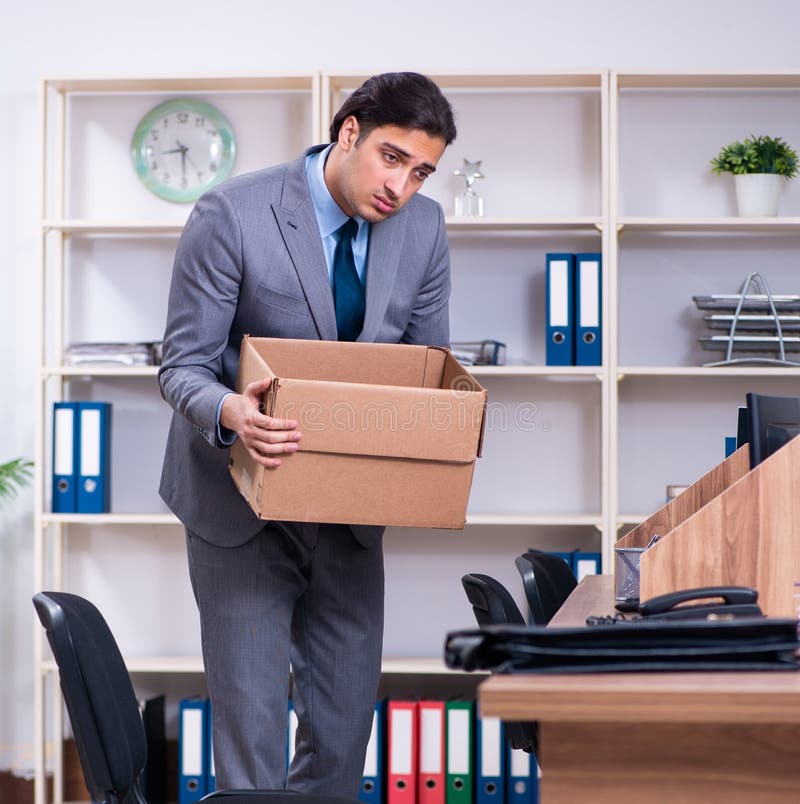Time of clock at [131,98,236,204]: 8:29
